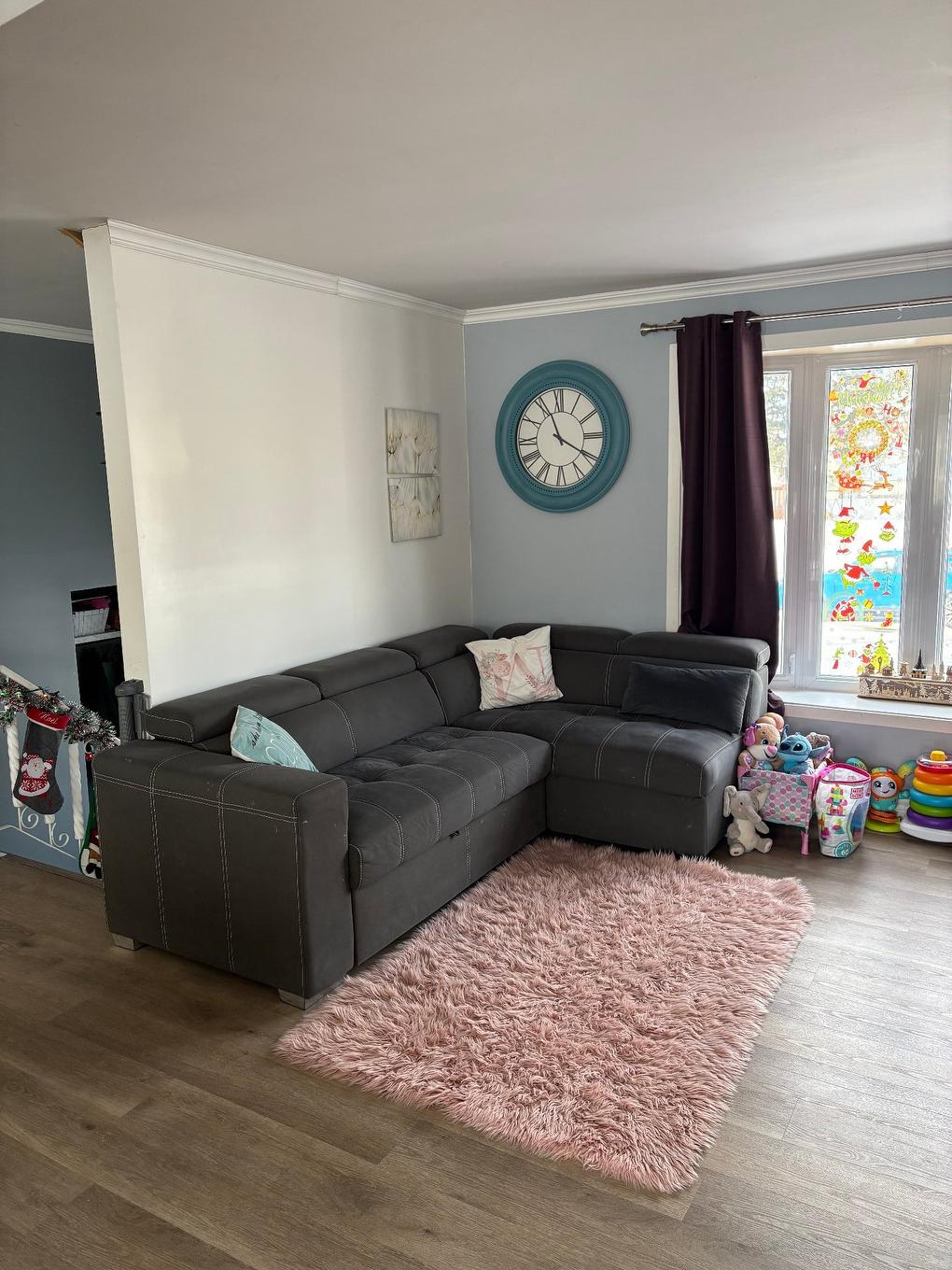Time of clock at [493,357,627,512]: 11:19
